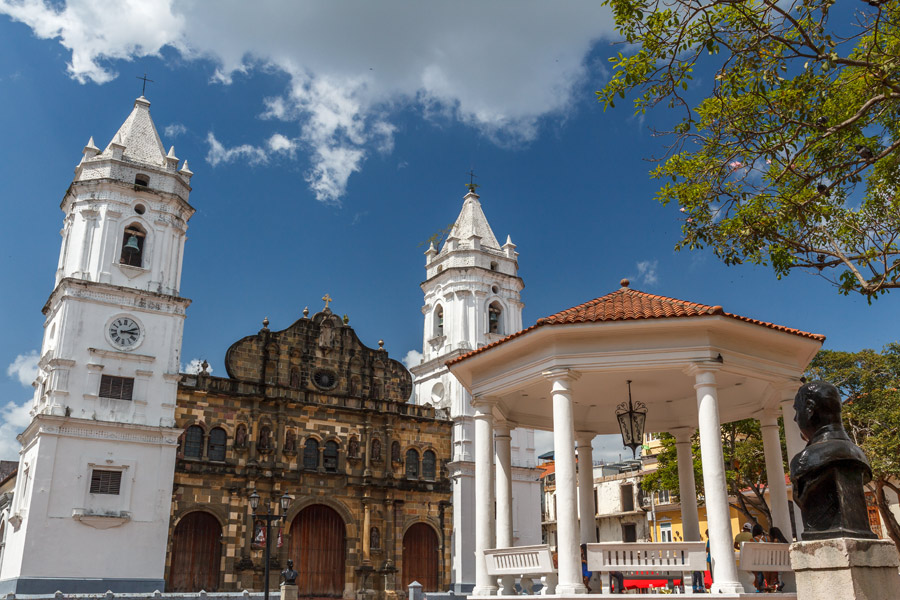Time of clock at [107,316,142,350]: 3:11
